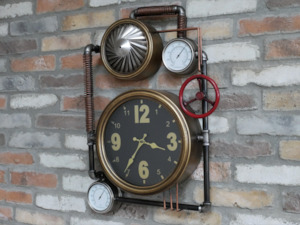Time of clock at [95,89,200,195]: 3:35
